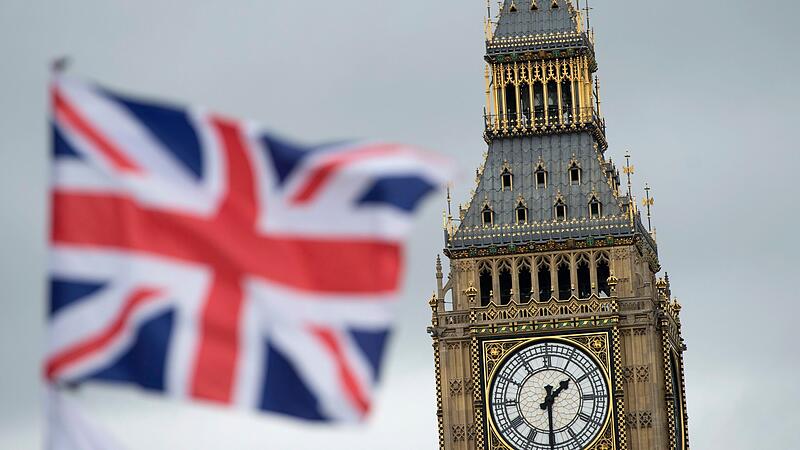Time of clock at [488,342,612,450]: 1:29
